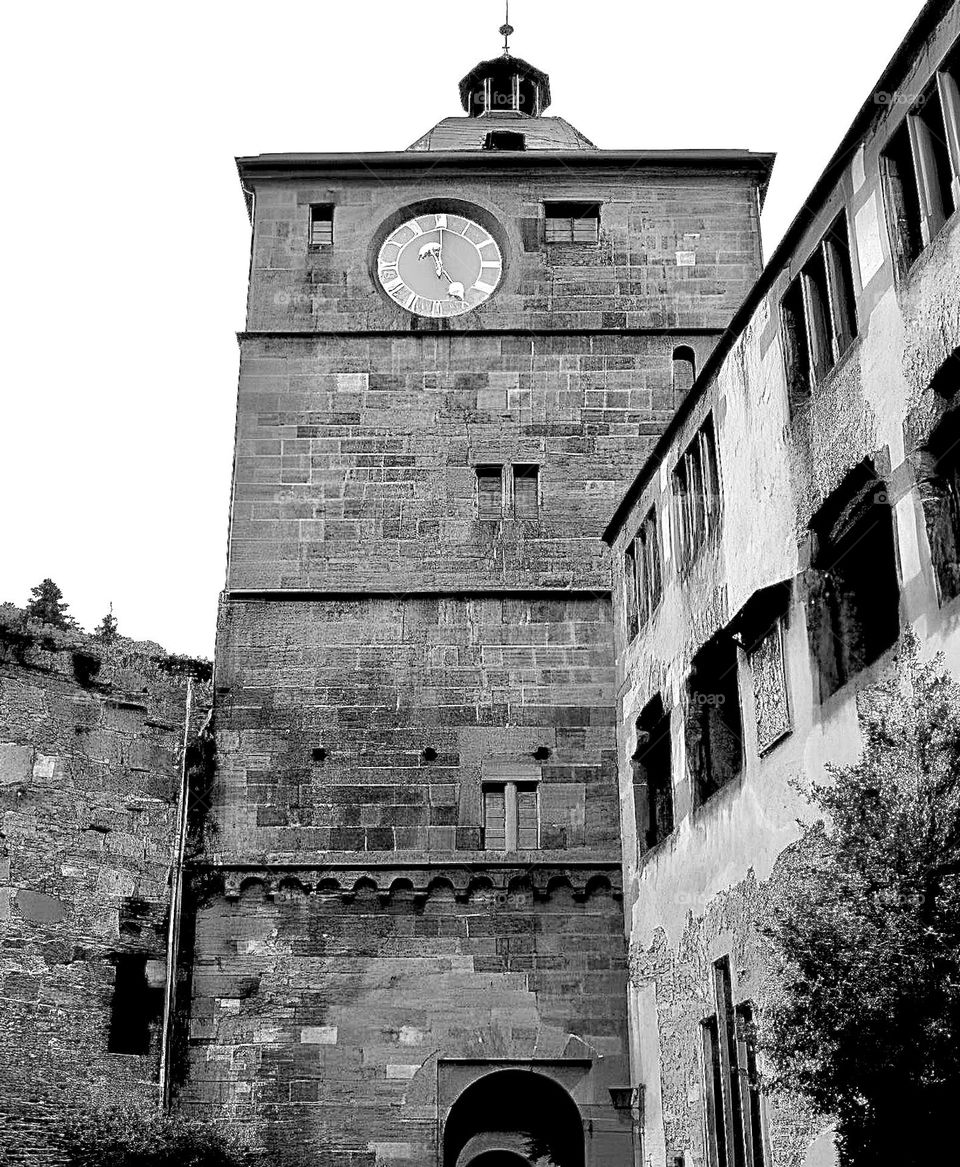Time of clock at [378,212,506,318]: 5:00
